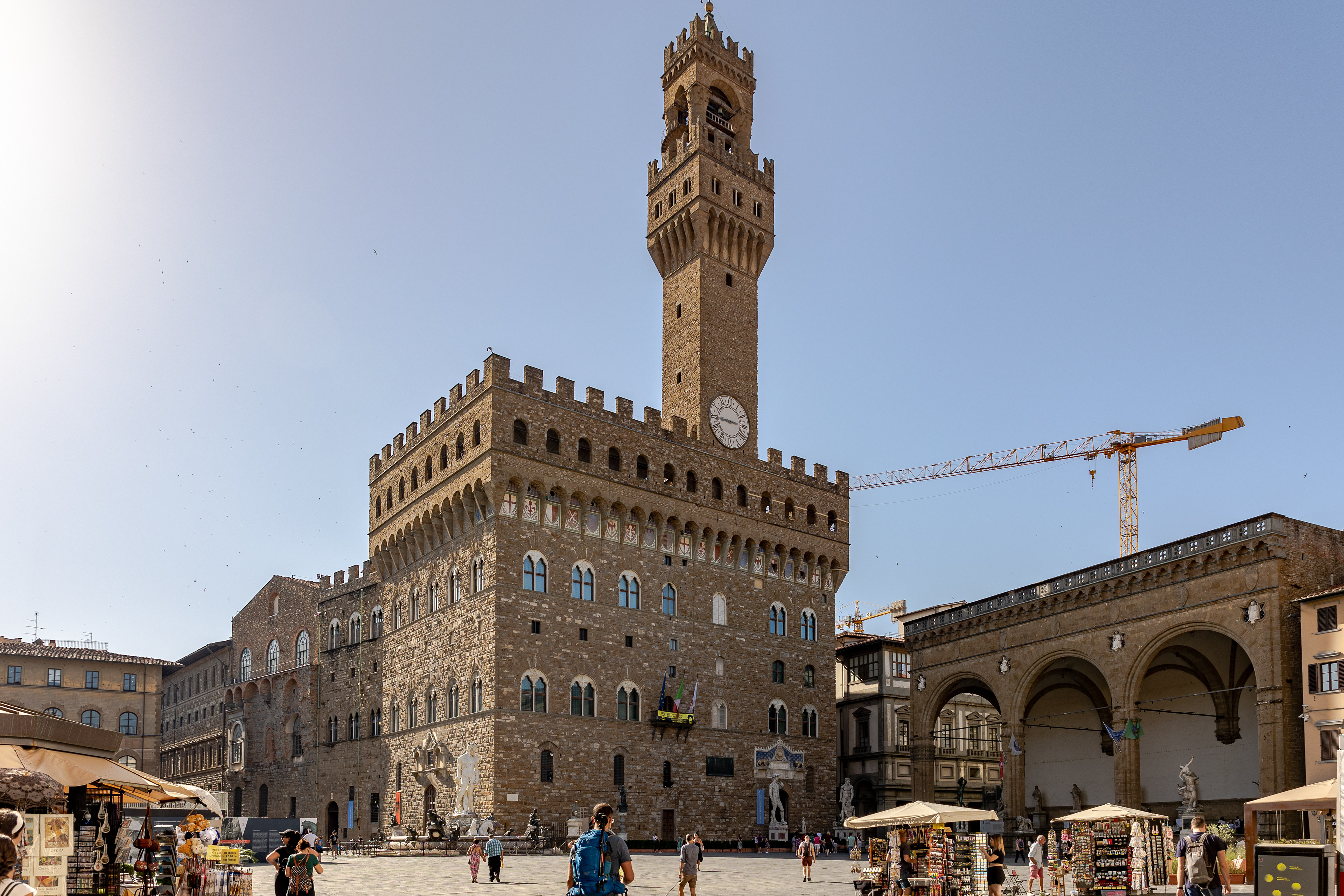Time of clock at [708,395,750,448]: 2:44
